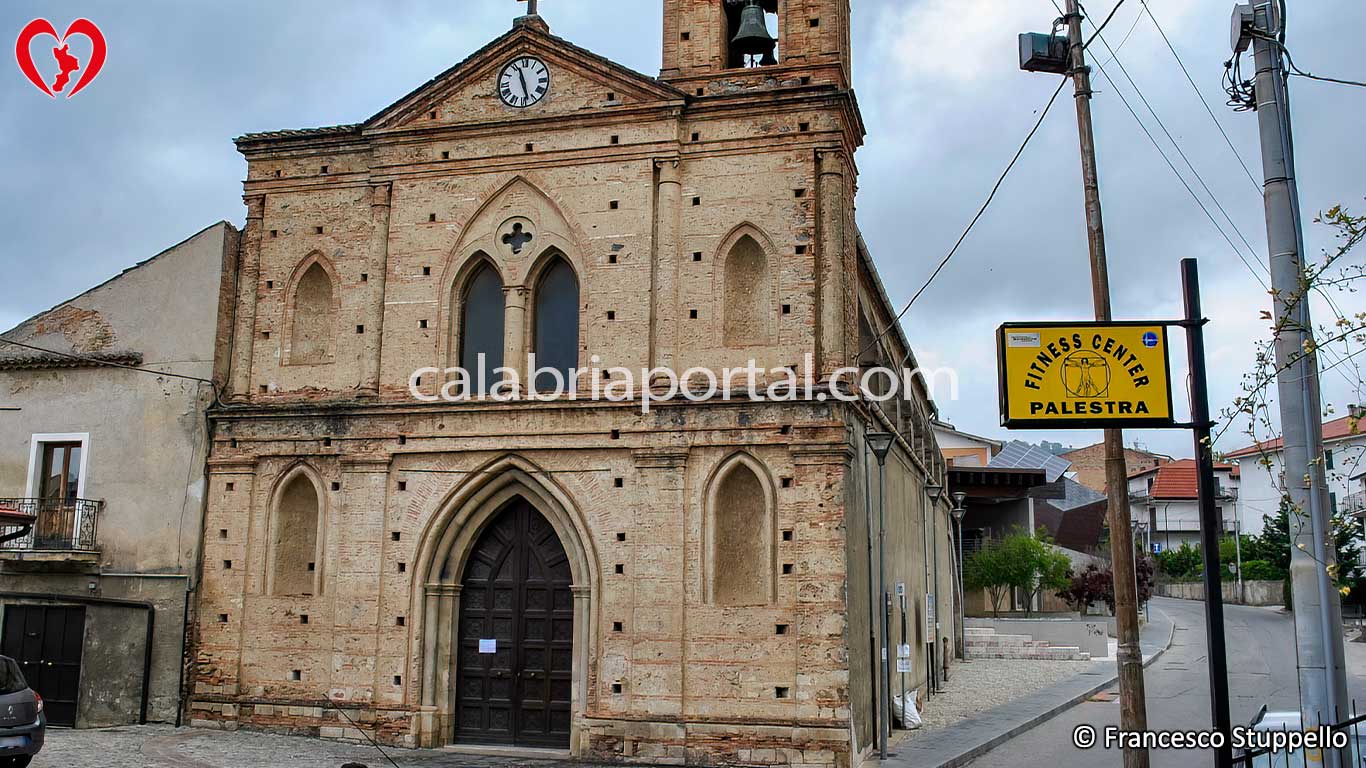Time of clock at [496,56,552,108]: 11:27
